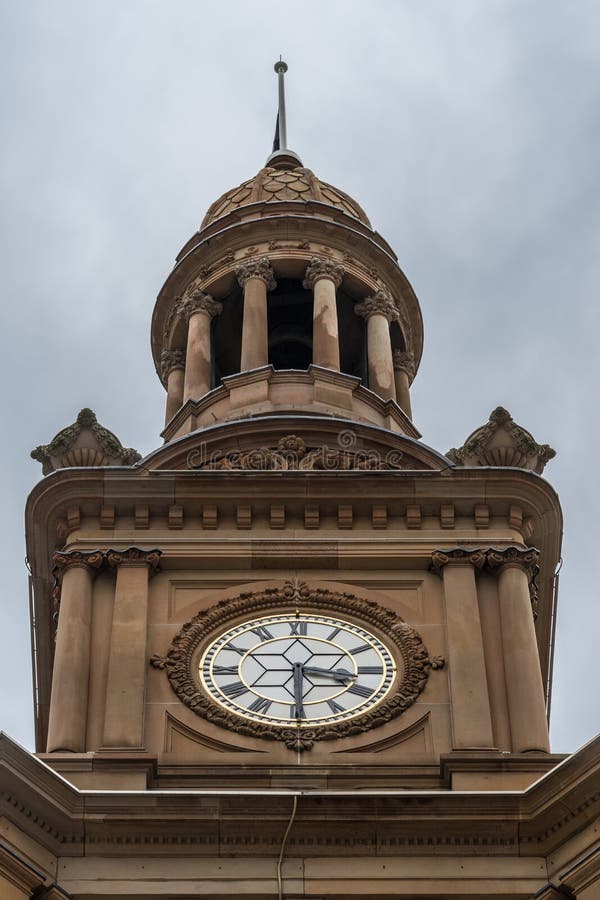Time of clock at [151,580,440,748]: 3:29
